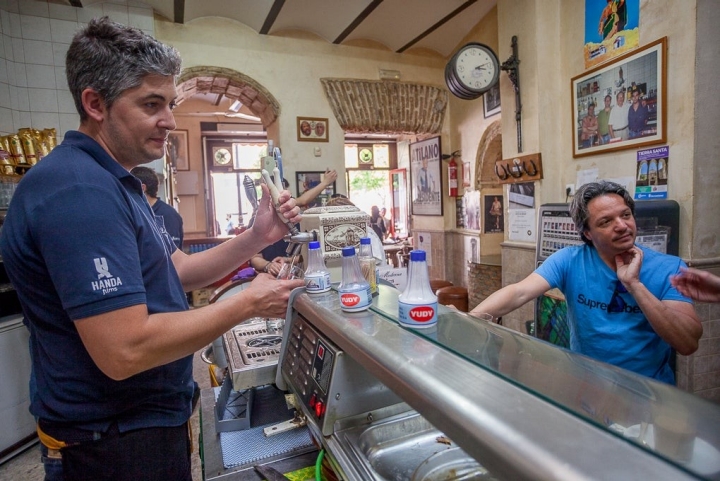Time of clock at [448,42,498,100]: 3:12
